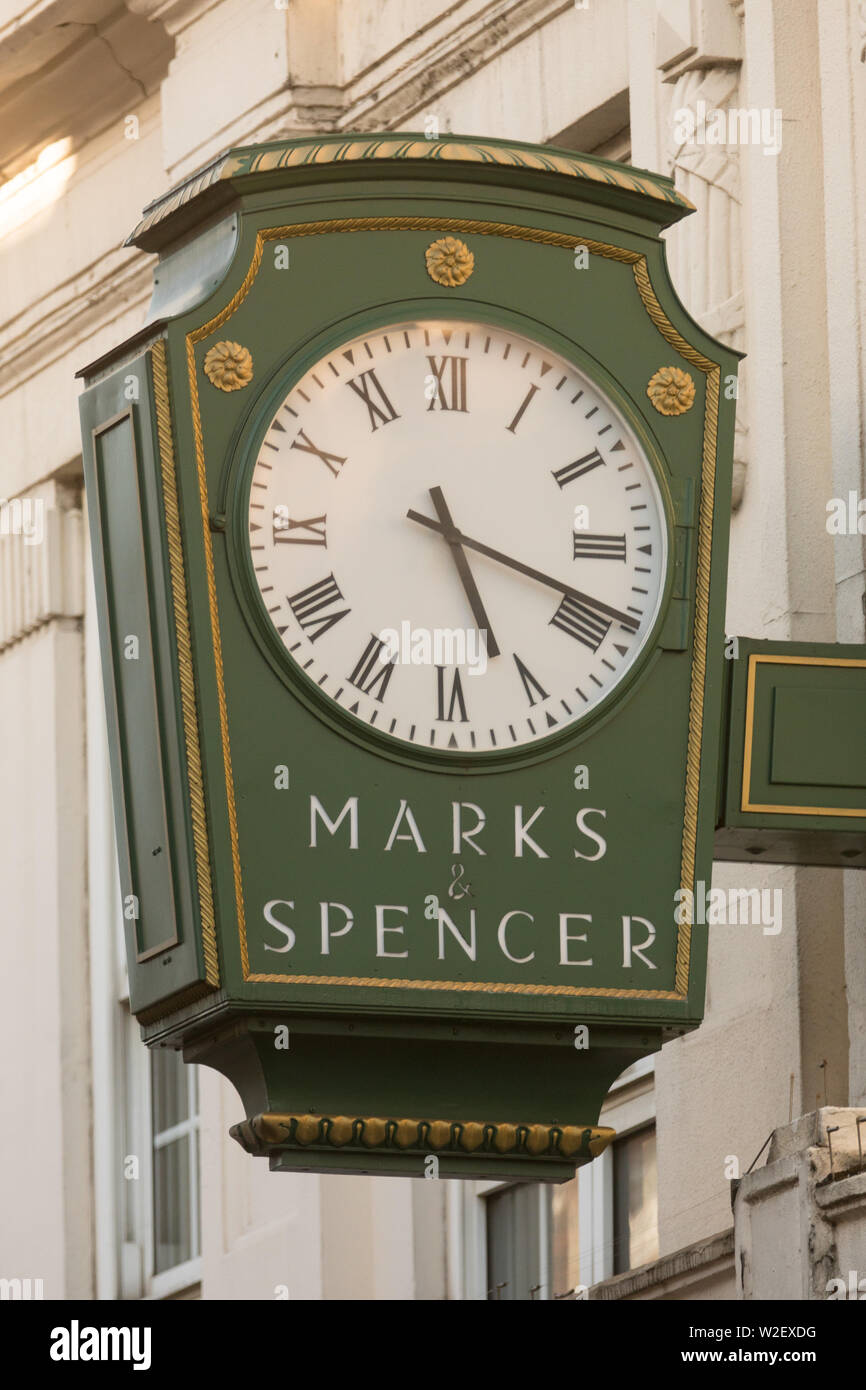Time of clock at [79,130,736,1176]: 5:18
